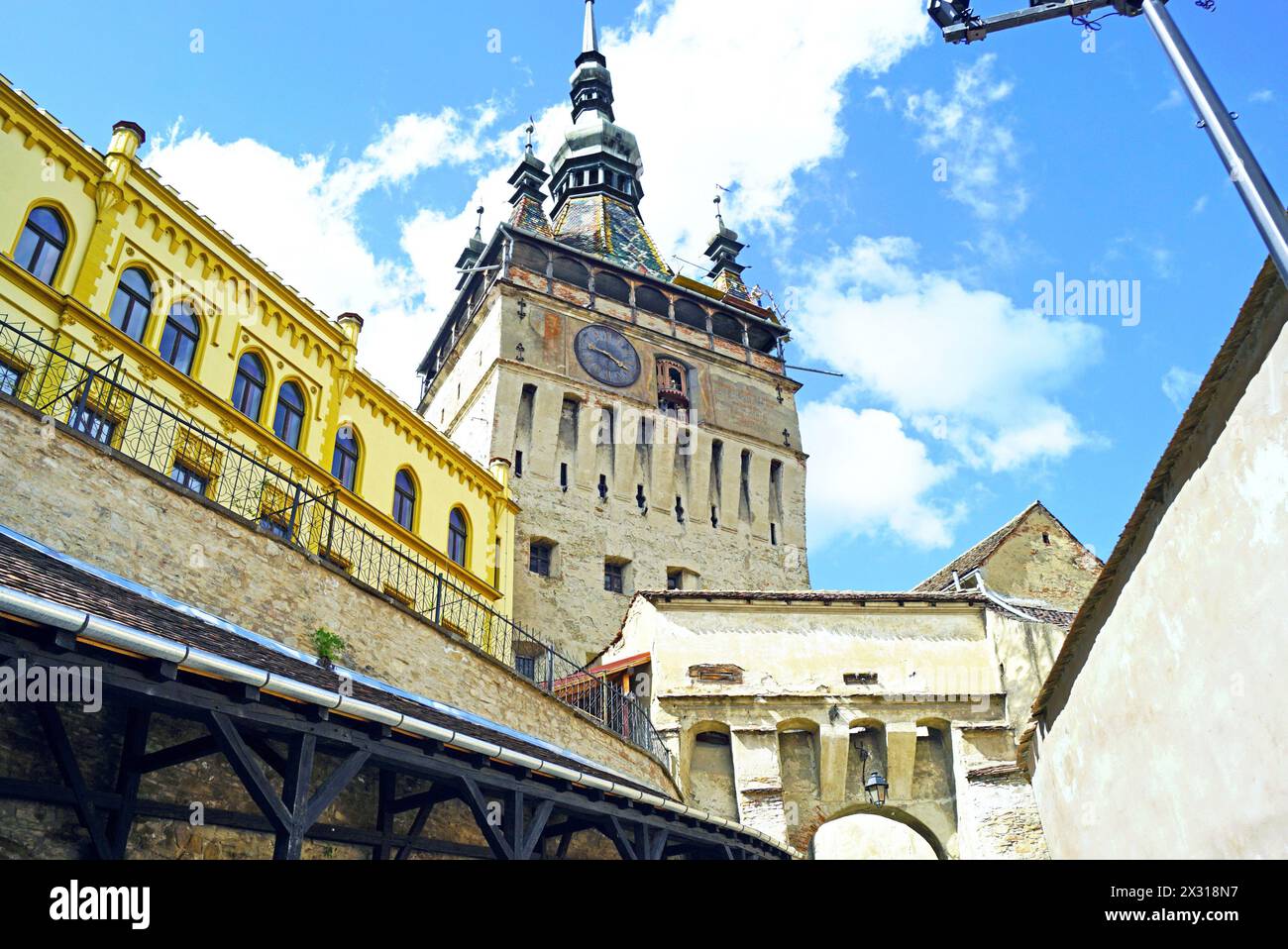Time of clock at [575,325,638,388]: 9:20
